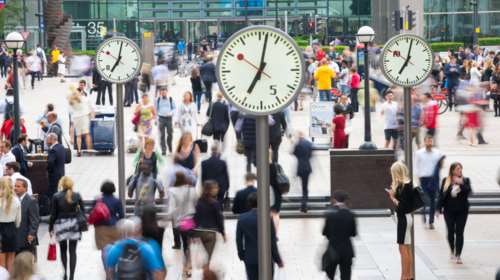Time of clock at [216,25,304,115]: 7:01
